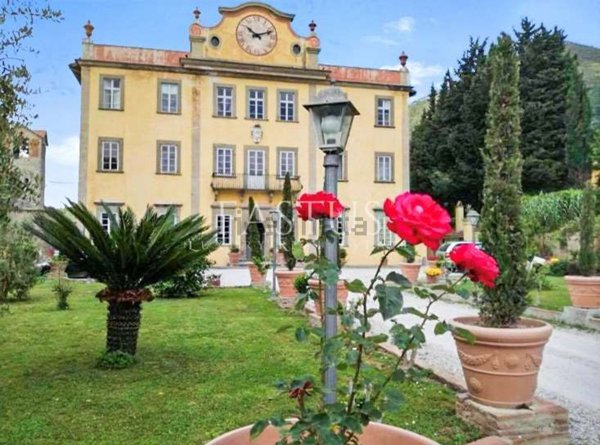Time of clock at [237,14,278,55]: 10:11
